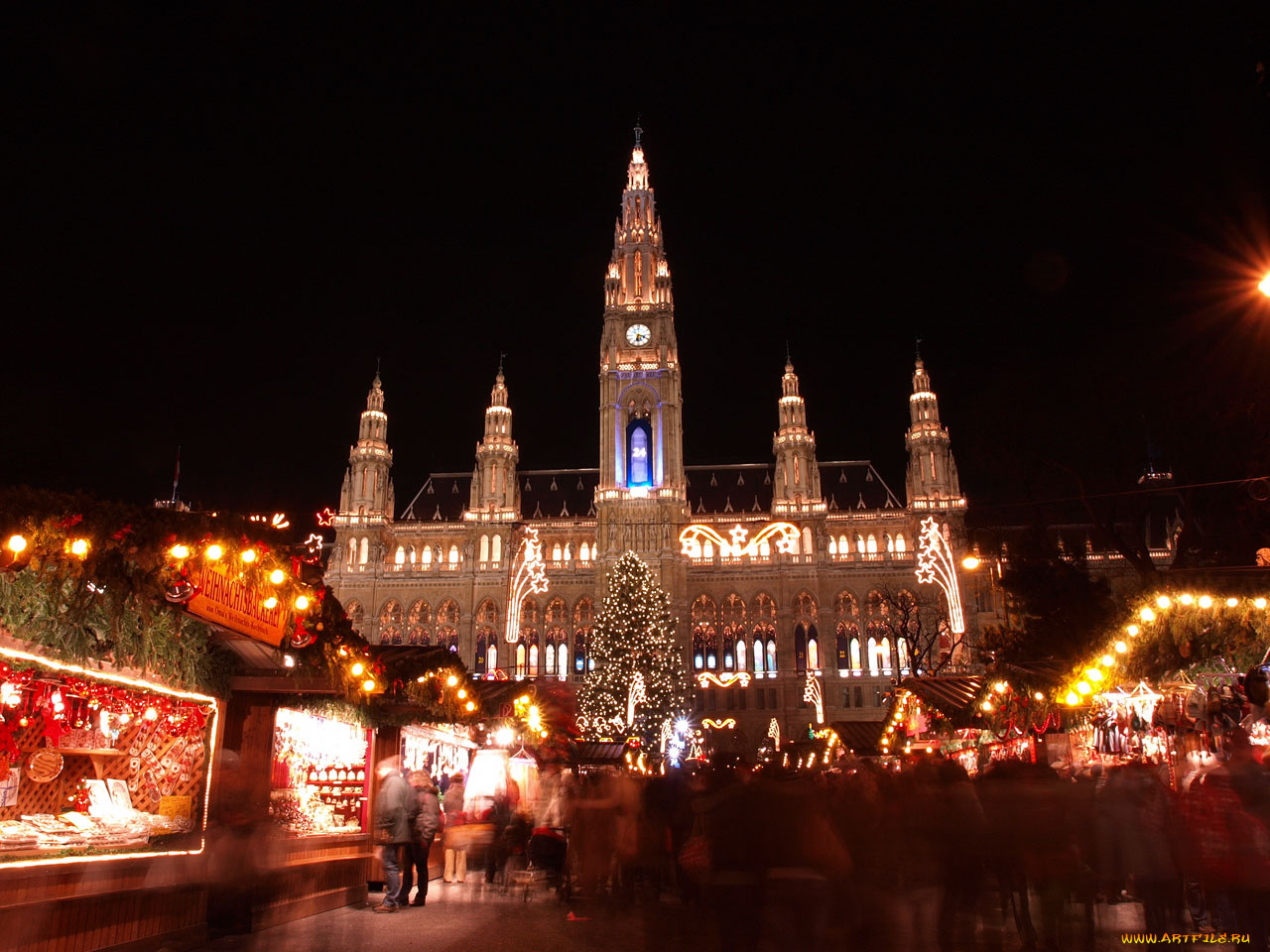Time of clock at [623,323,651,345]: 6:18
